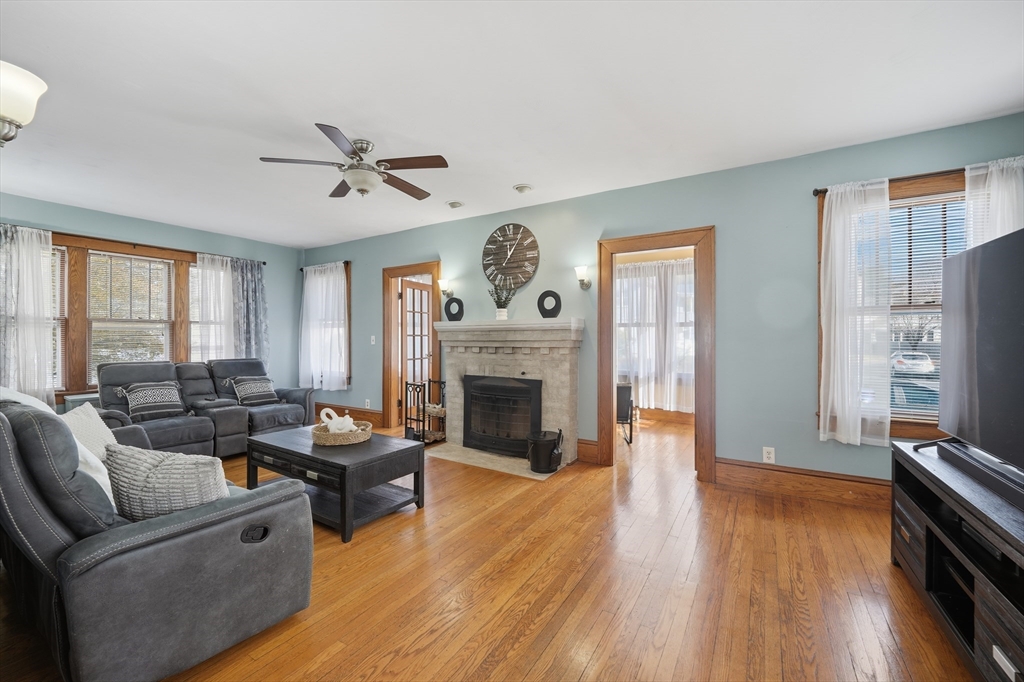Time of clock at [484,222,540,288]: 12:05
